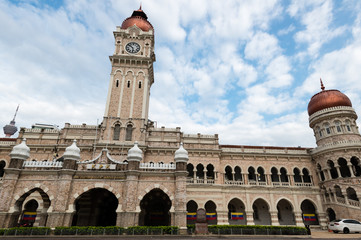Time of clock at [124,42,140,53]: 5:51
